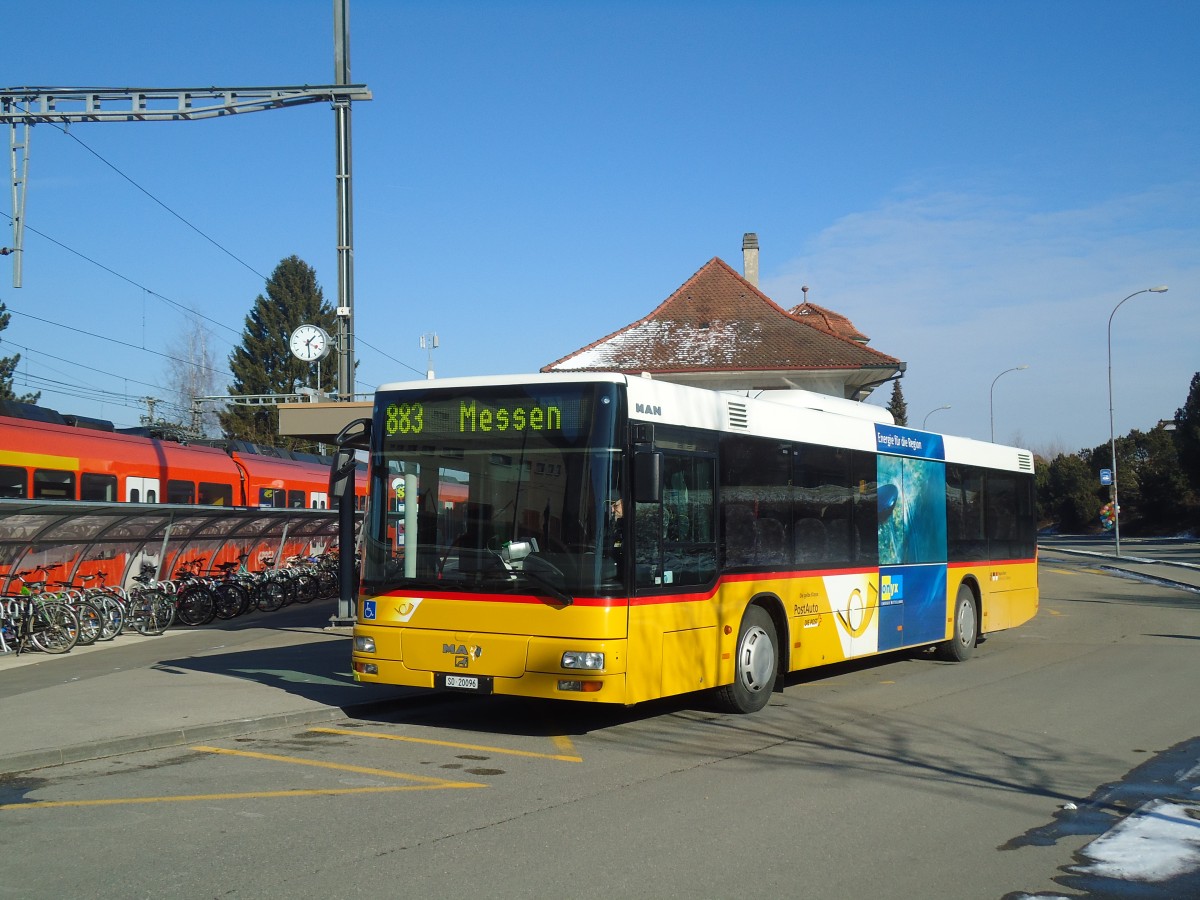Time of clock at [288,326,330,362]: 1:29
